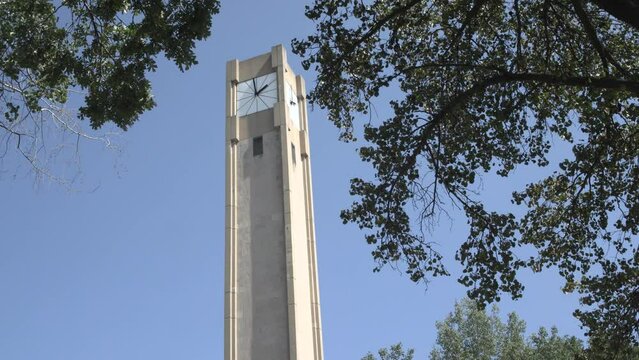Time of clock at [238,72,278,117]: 1:59
